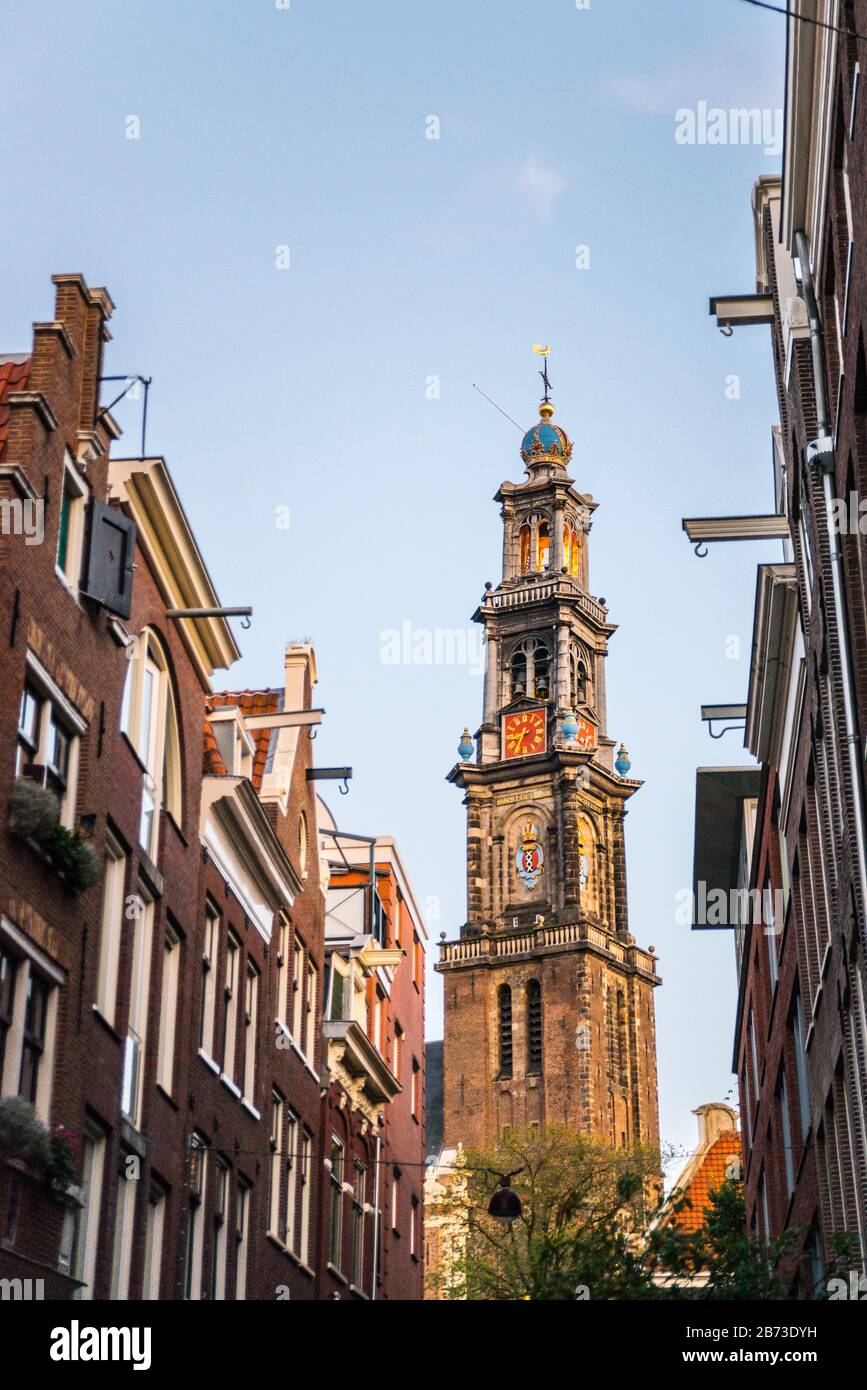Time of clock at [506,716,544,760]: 8:35
